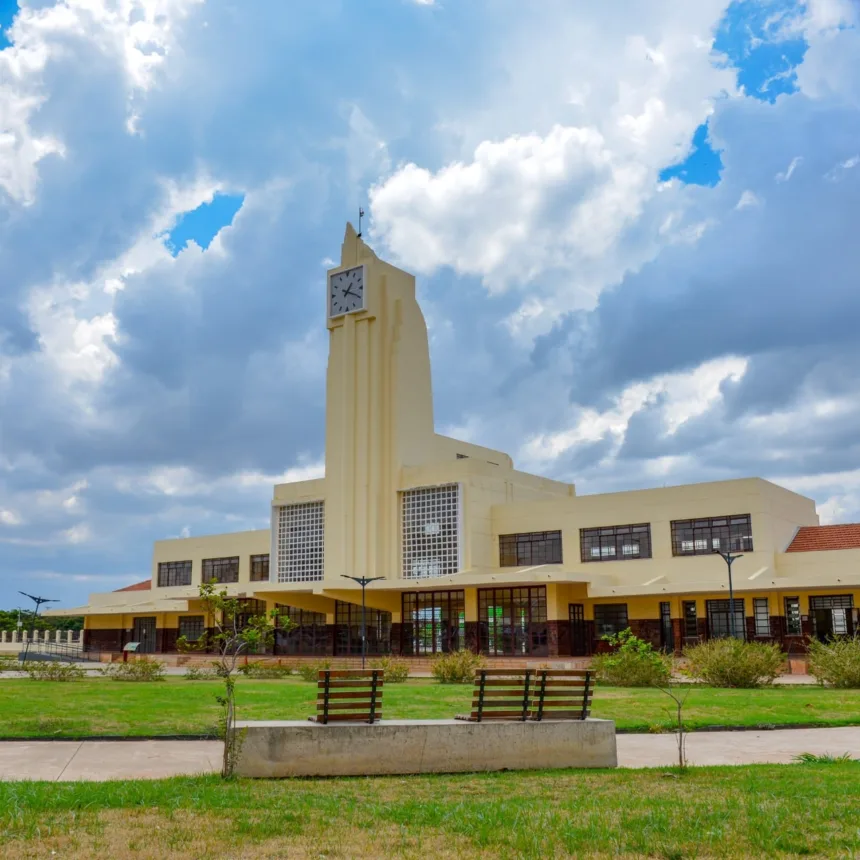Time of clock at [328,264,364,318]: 1:19
